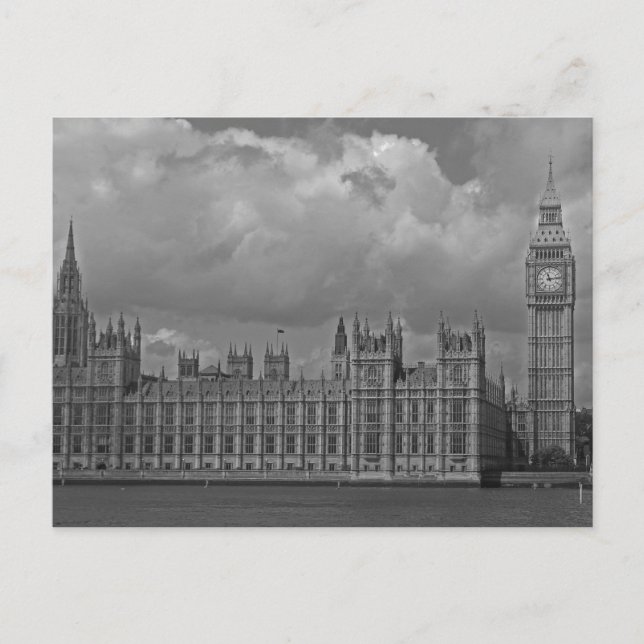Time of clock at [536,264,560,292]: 11:13
